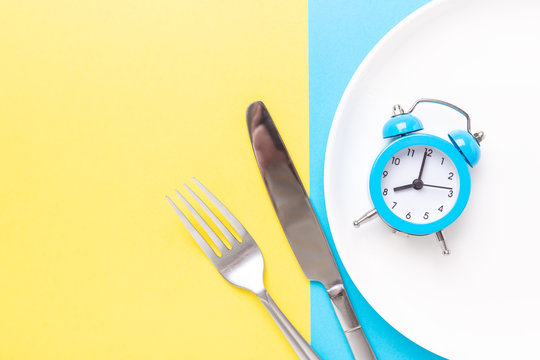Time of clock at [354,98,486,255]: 7:59
